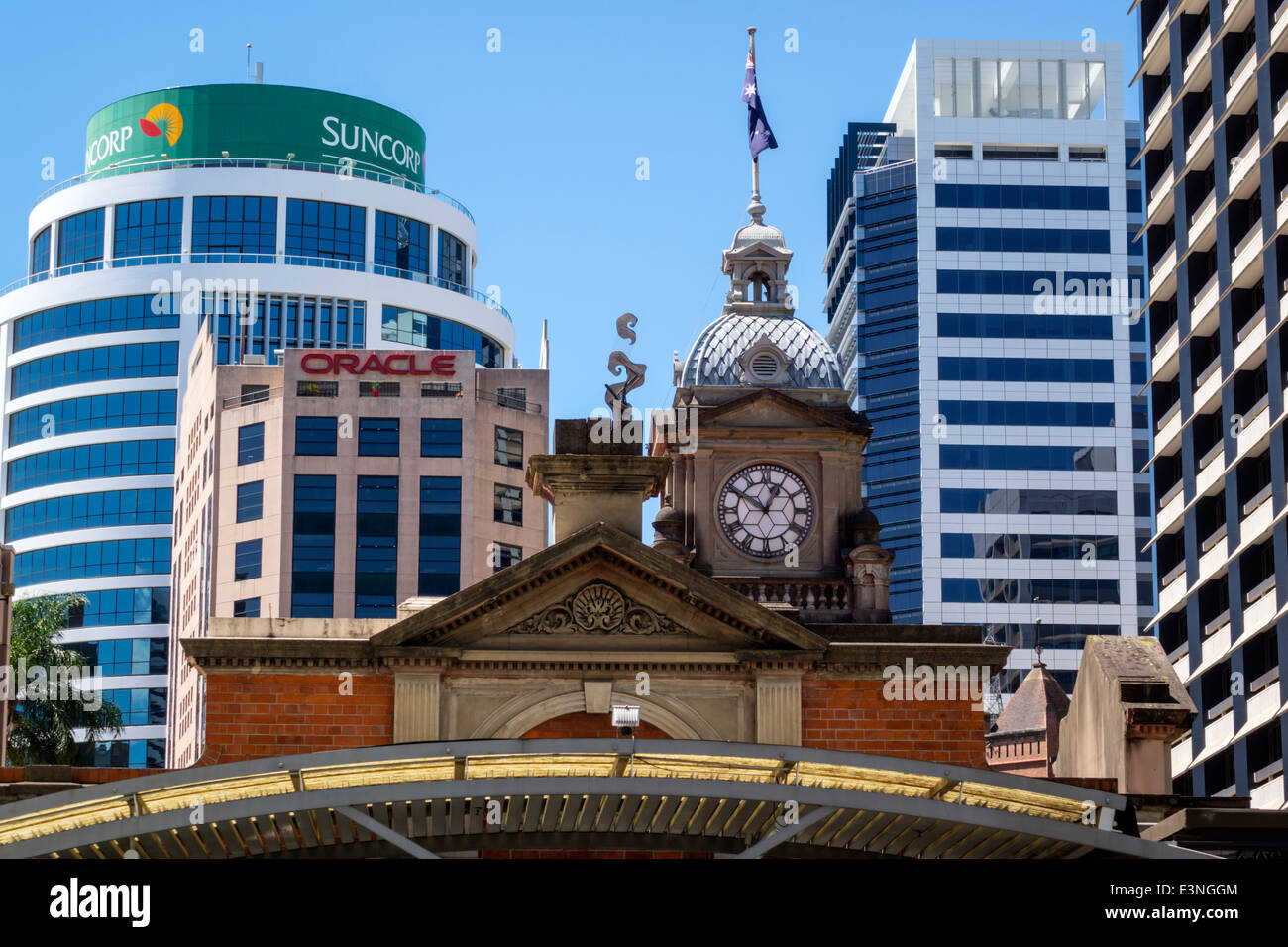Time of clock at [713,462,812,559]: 12:50
